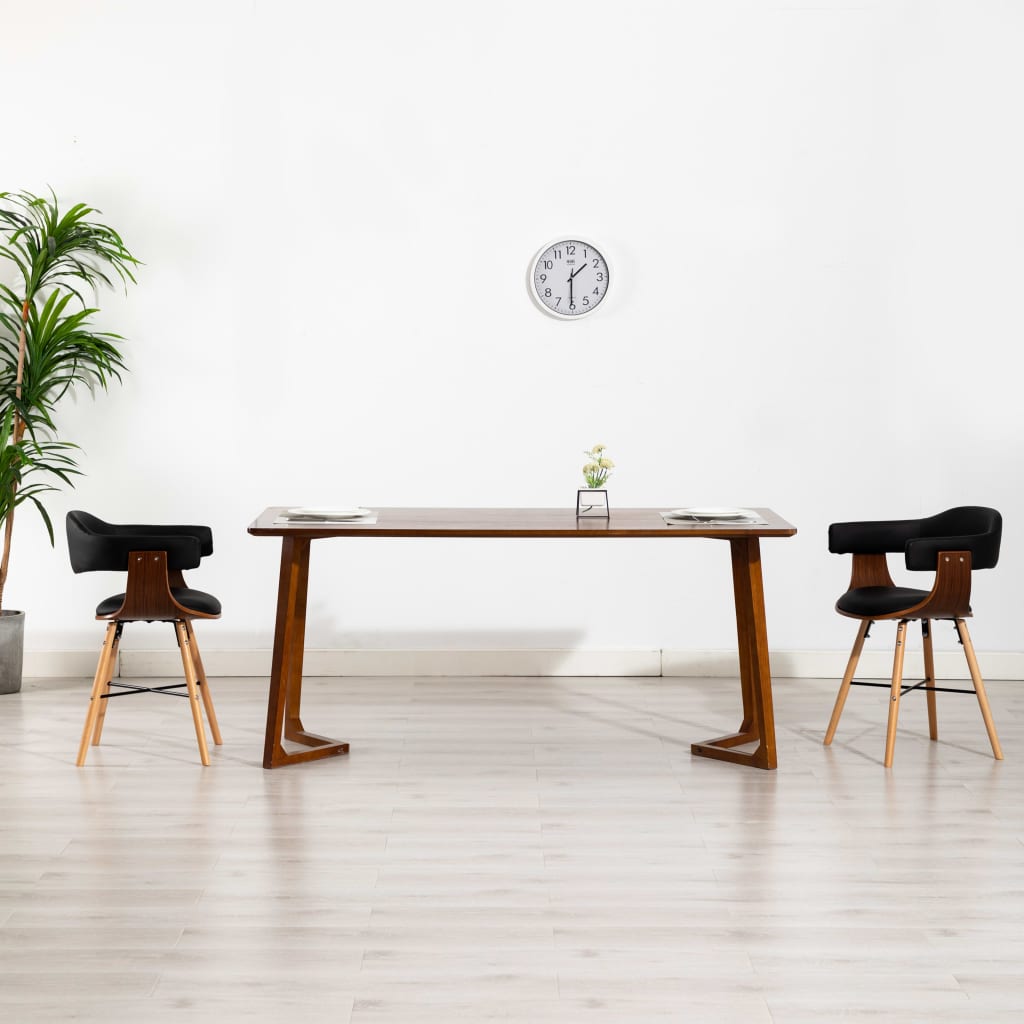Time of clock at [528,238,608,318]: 1:30
